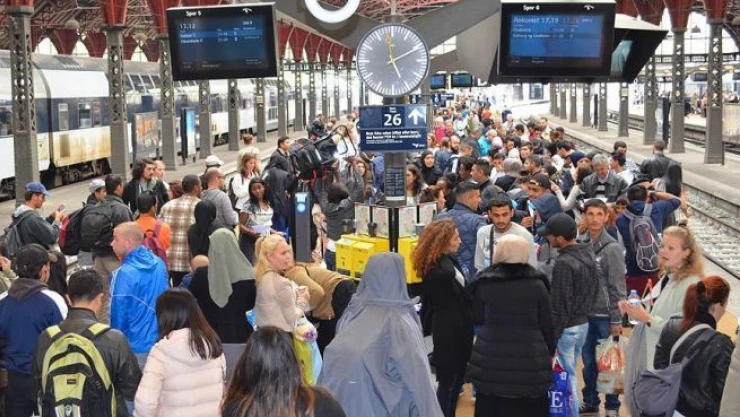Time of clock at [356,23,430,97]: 5:10
